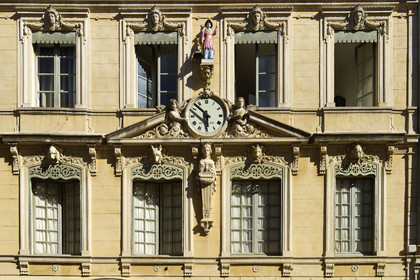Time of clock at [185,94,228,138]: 5:52
